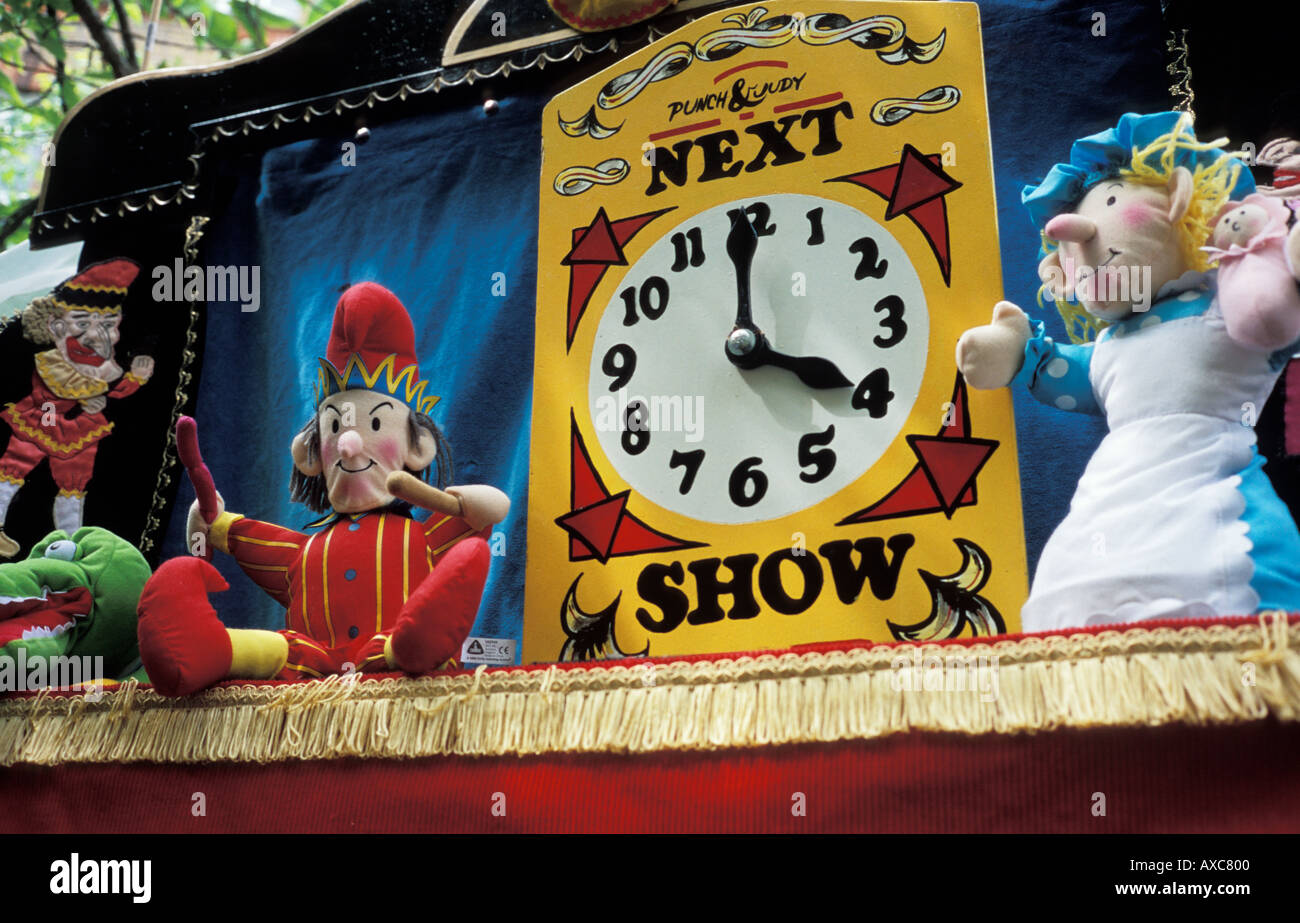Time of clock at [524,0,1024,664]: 3:59
